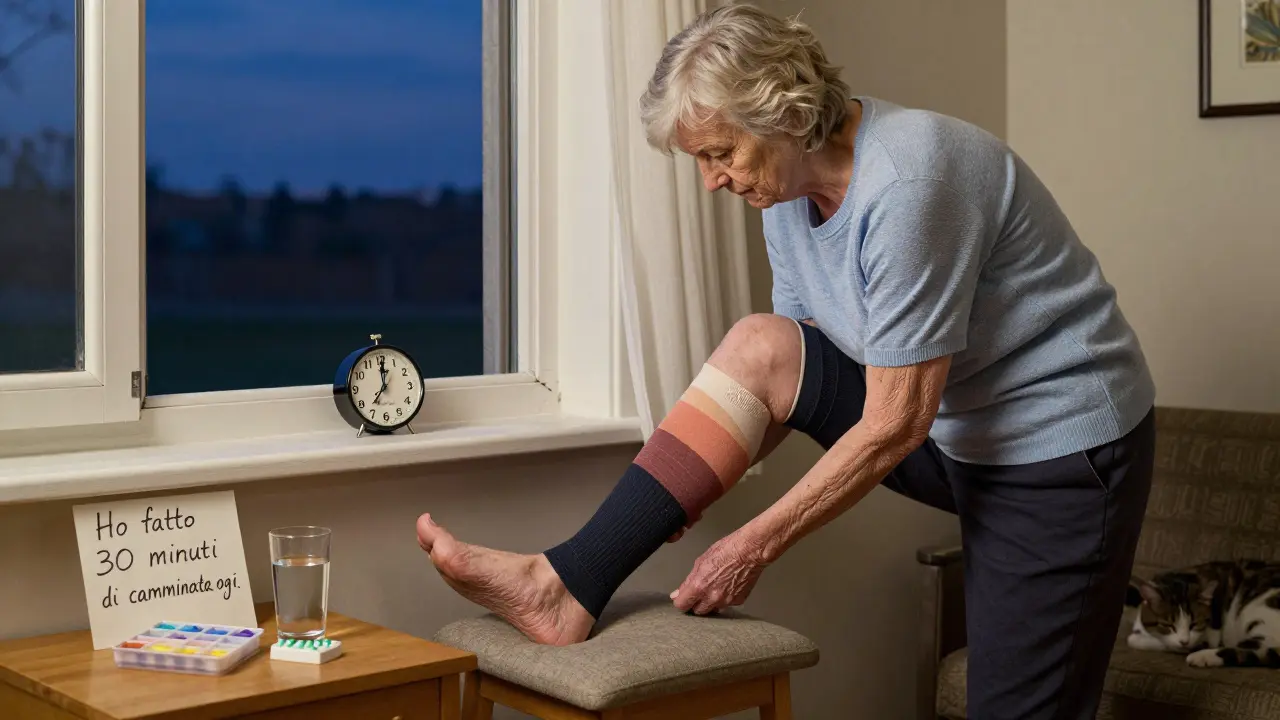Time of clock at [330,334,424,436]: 7:00
